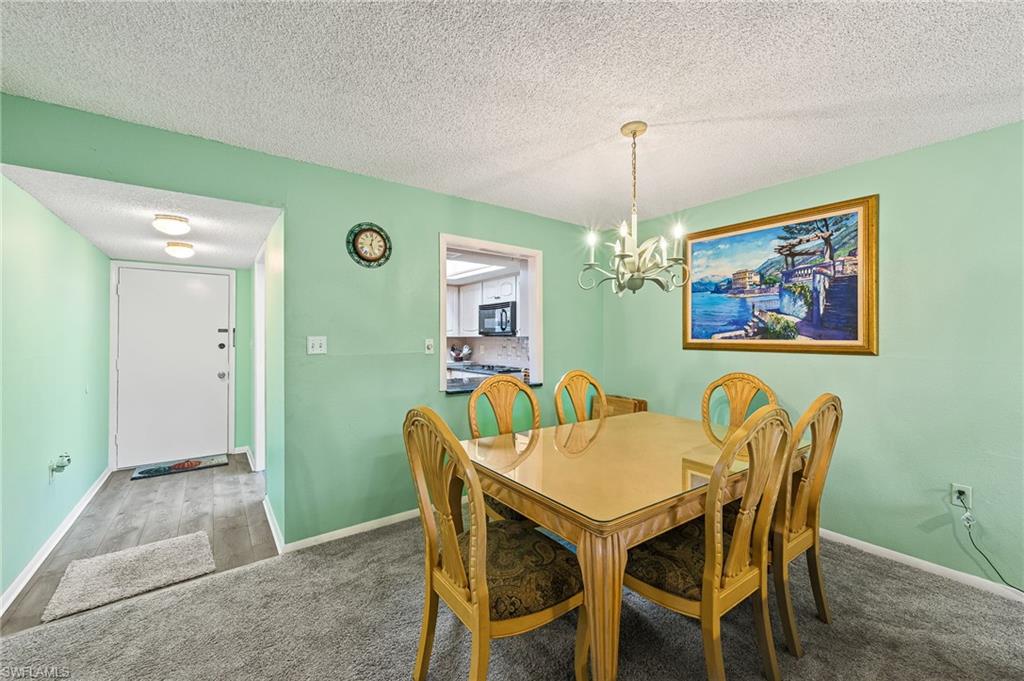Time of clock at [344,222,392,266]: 12:26
